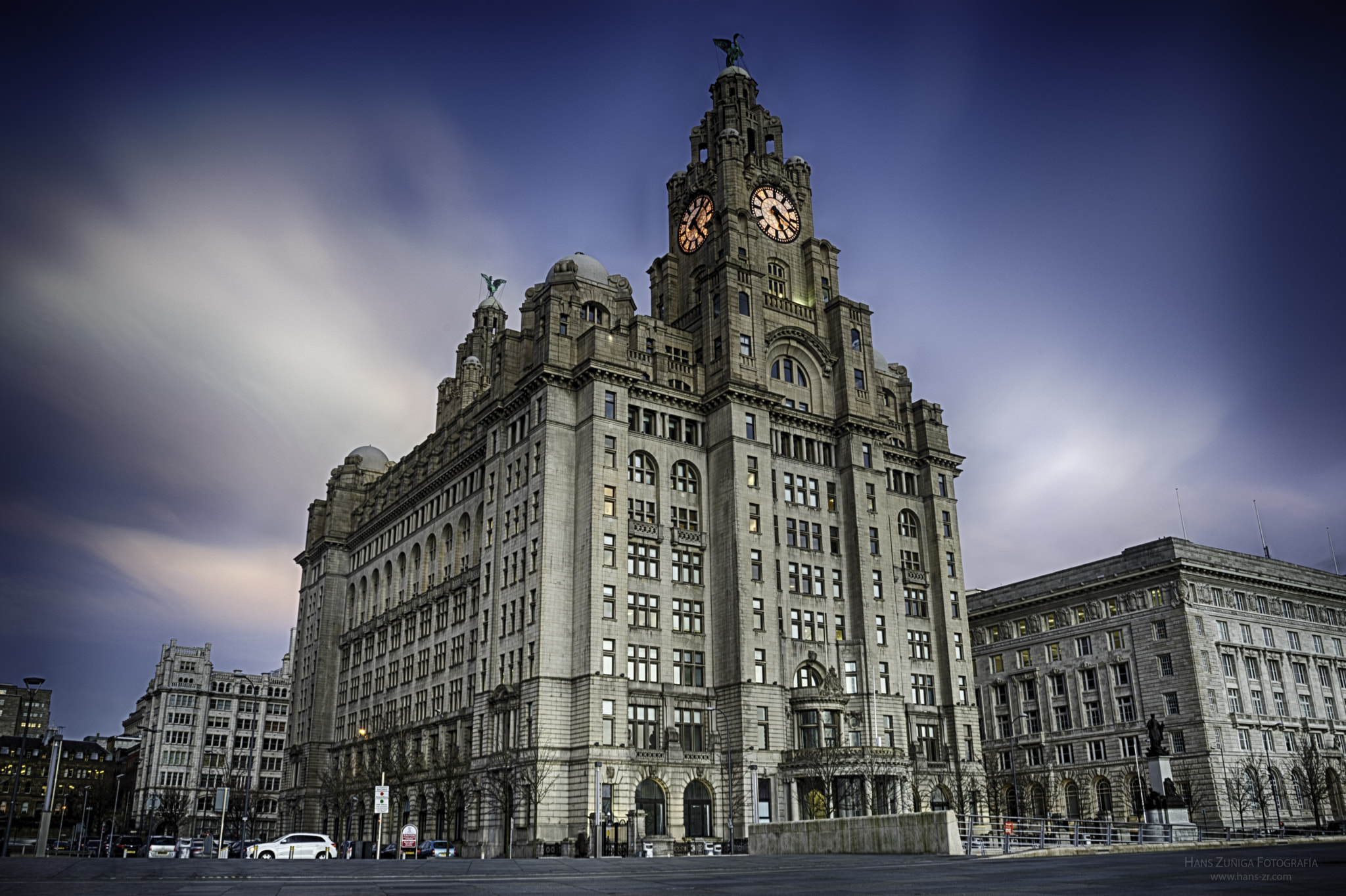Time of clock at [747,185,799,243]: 5:18
